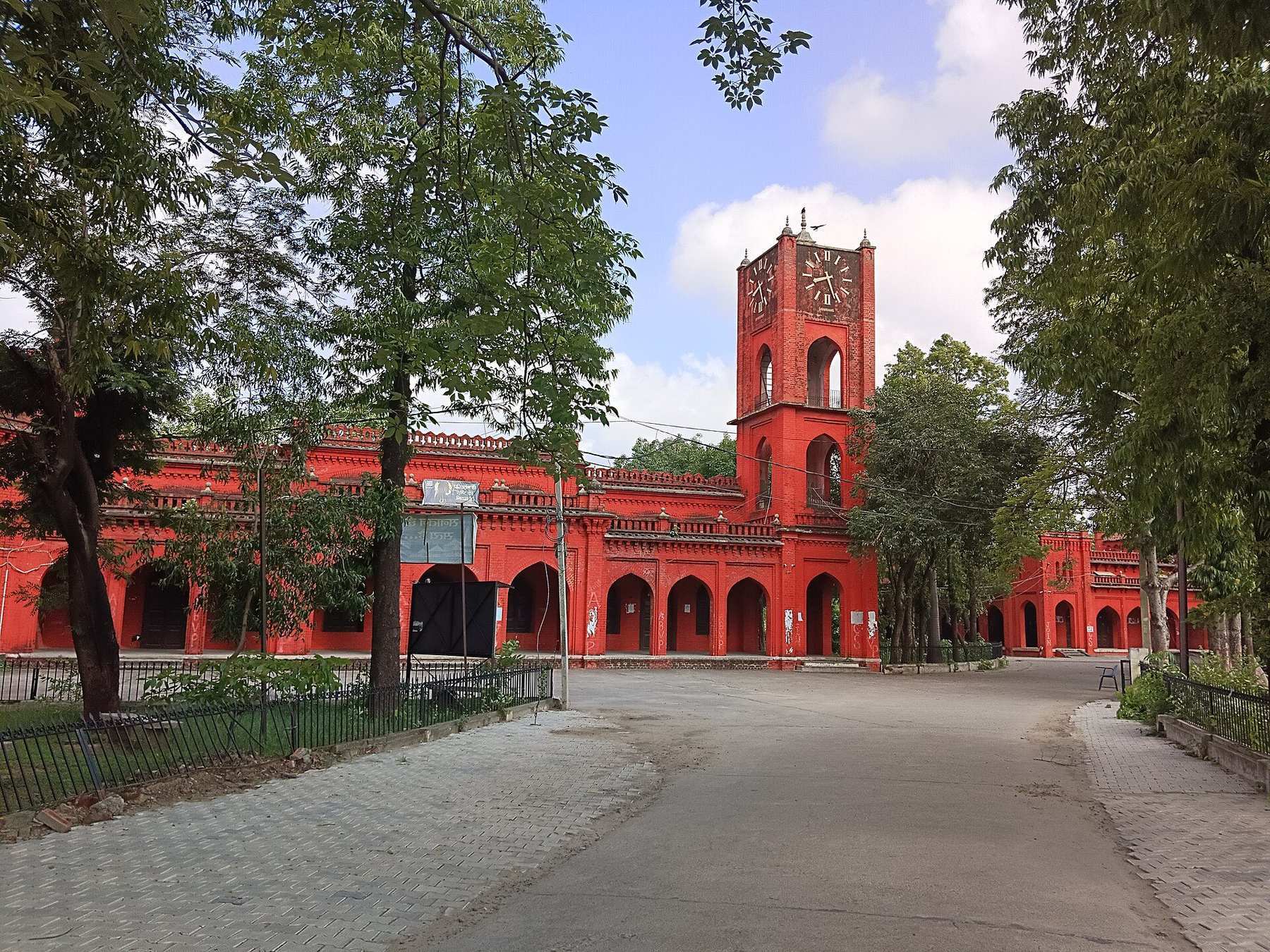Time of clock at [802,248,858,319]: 8:26
